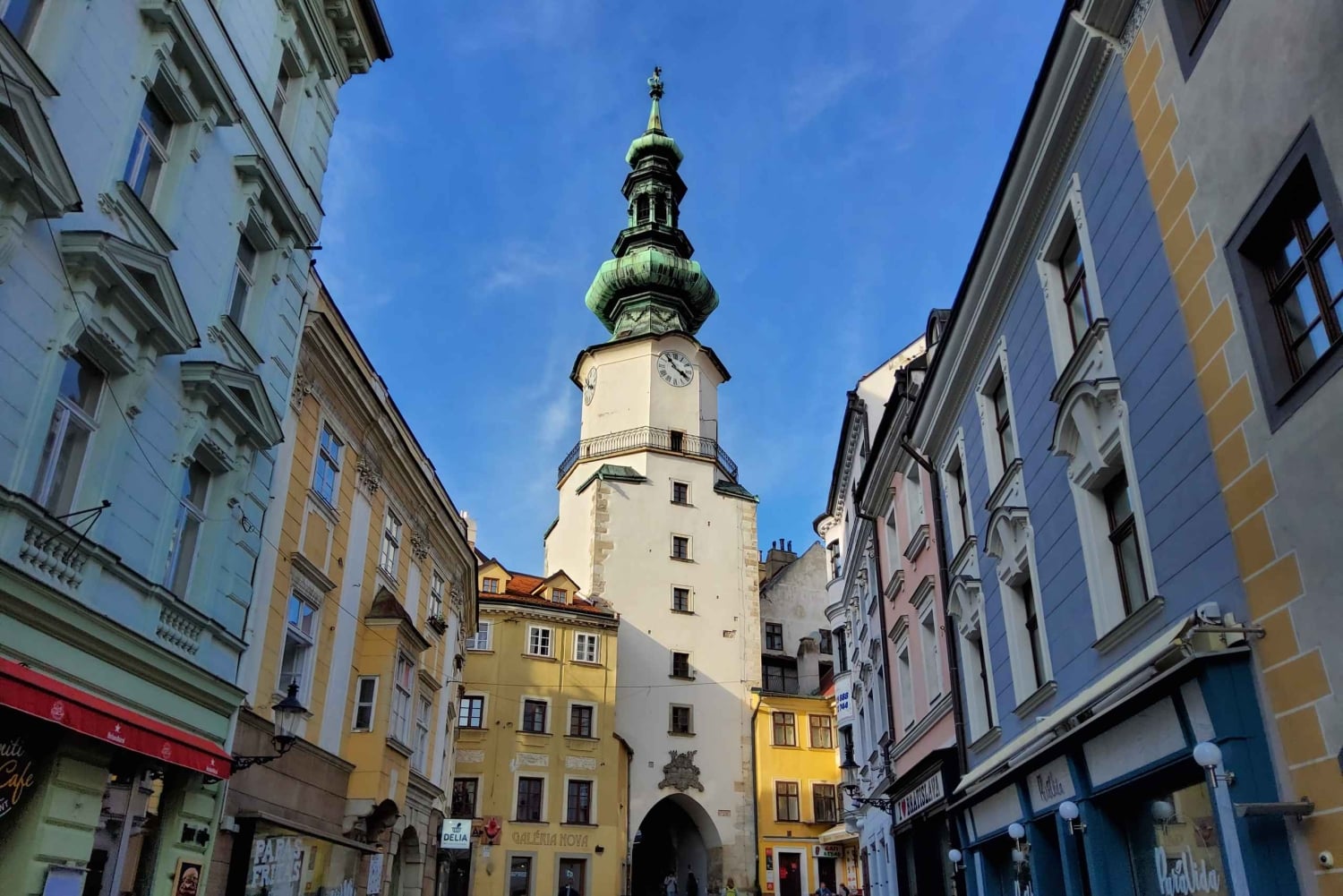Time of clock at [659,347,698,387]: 3:53
